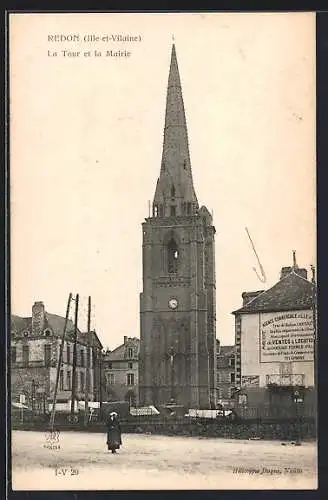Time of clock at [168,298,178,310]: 3:22
